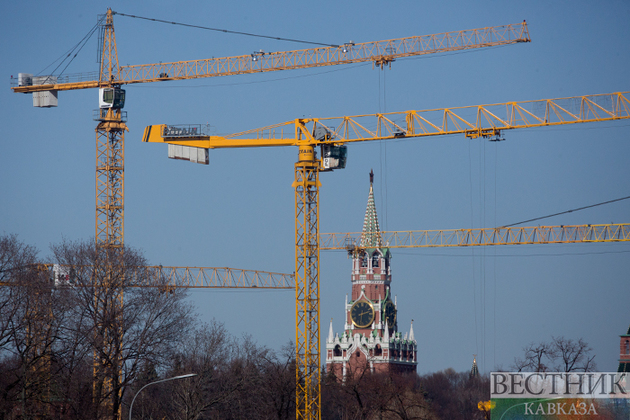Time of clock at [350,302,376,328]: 2:31
